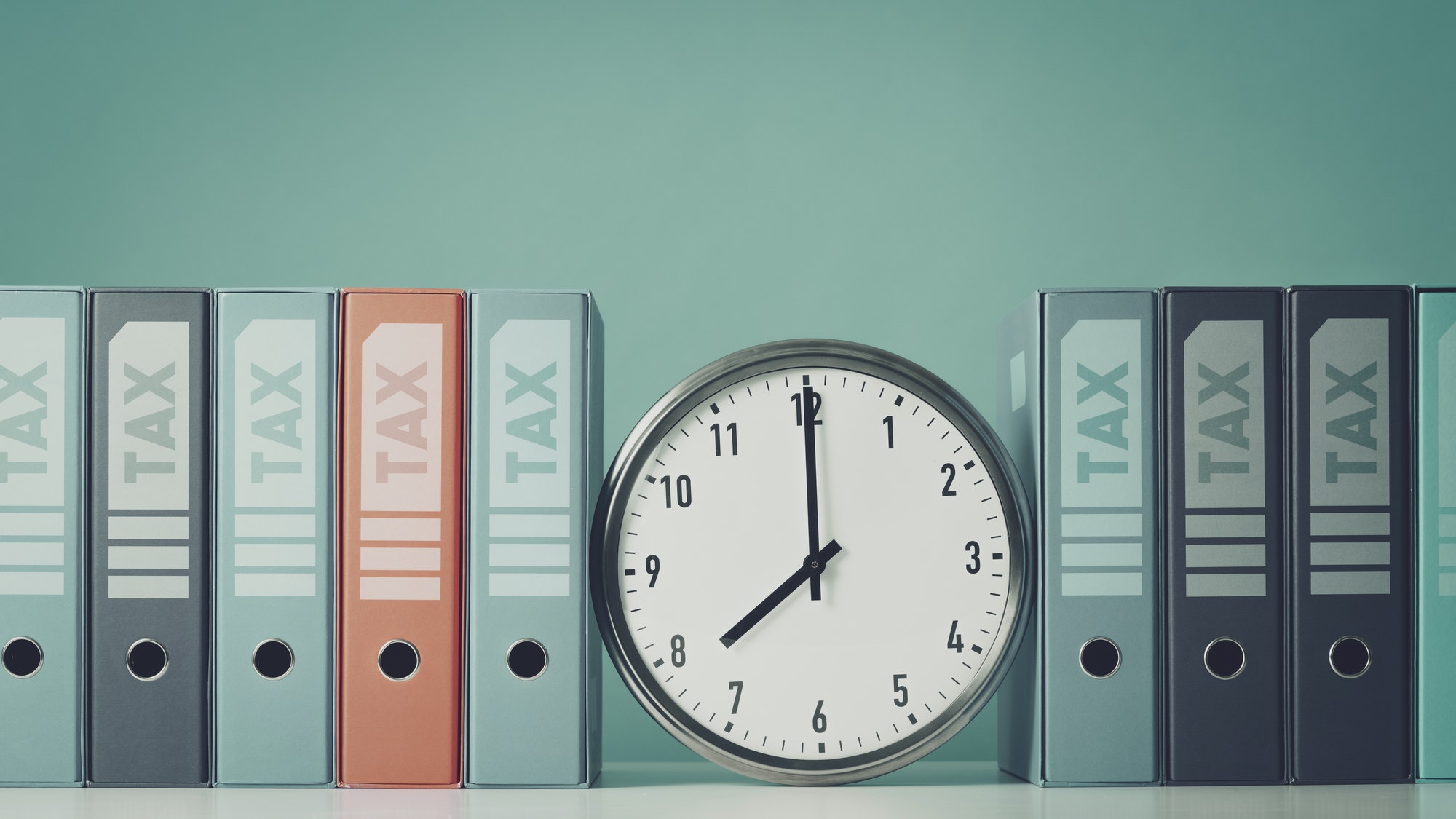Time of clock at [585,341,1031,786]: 8:00
